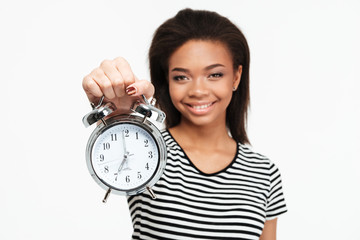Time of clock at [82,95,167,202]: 6:59
